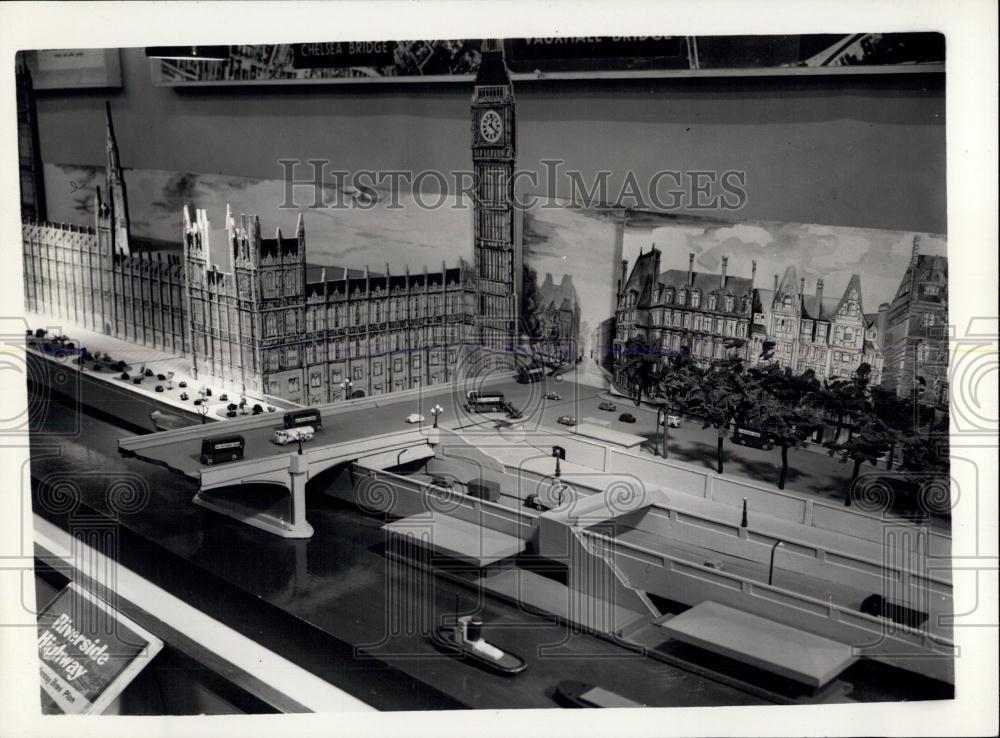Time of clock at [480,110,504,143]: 12:21
